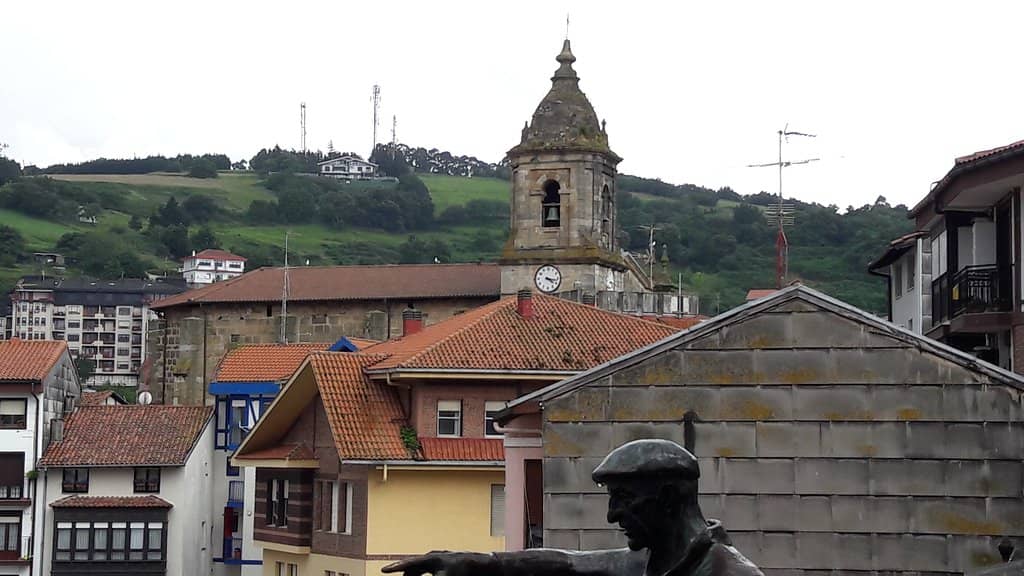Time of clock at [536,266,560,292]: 4:16
